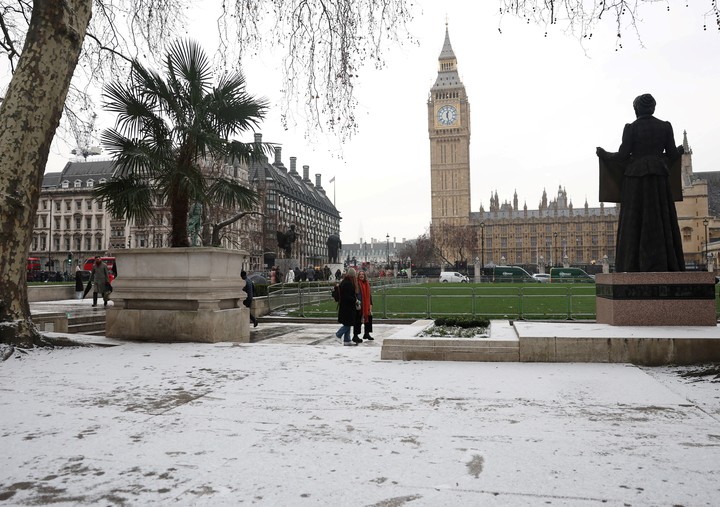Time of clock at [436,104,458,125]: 12:27
